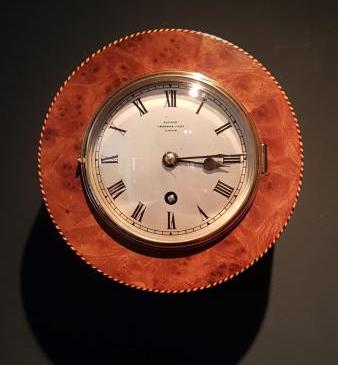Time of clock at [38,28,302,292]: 3:14
